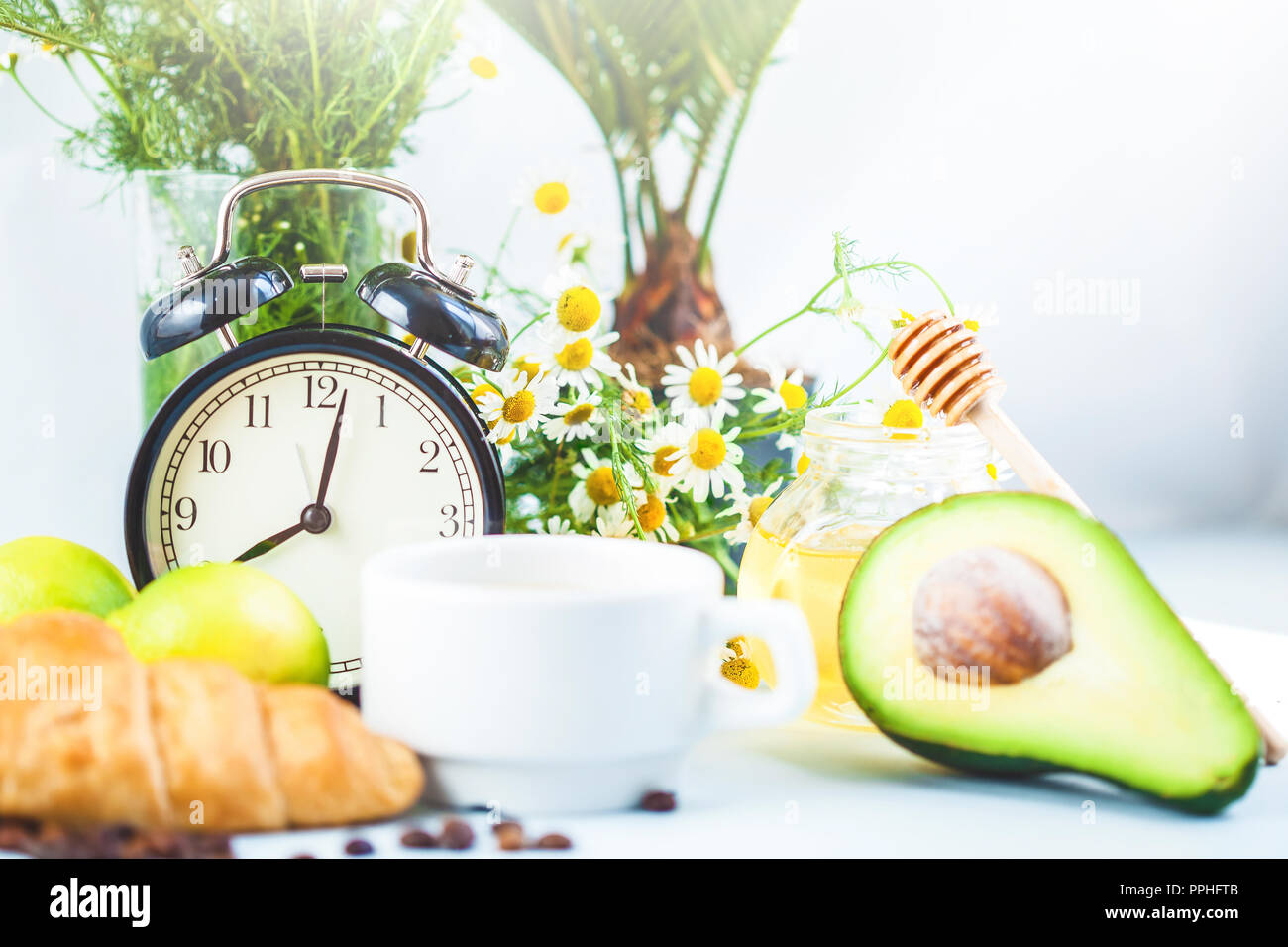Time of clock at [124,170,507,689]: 8:02
